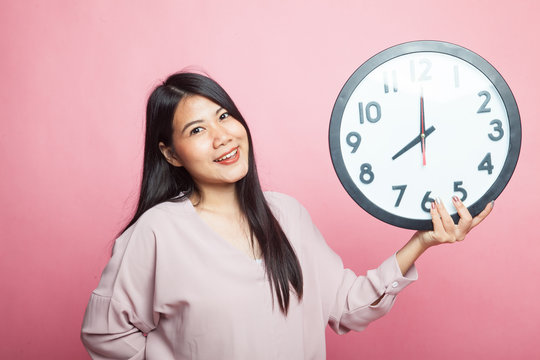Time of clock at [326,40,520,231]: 8:00
